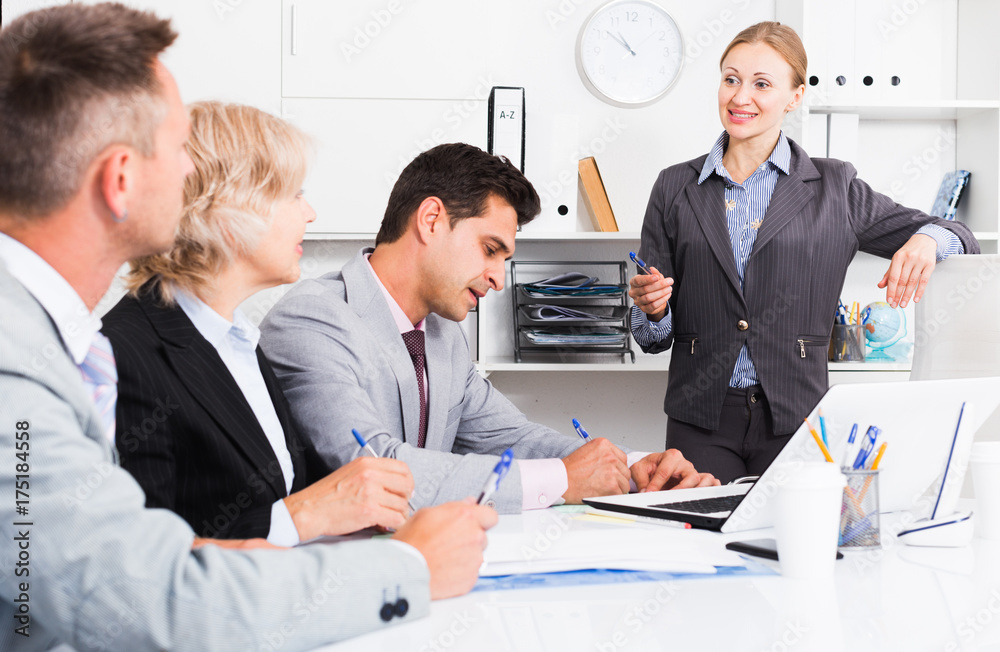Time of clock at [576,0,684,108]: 10:51
